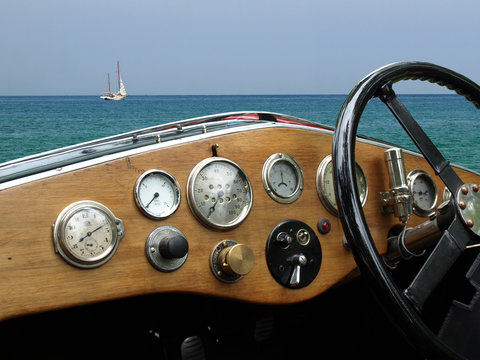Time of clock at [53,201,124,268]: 8:11
